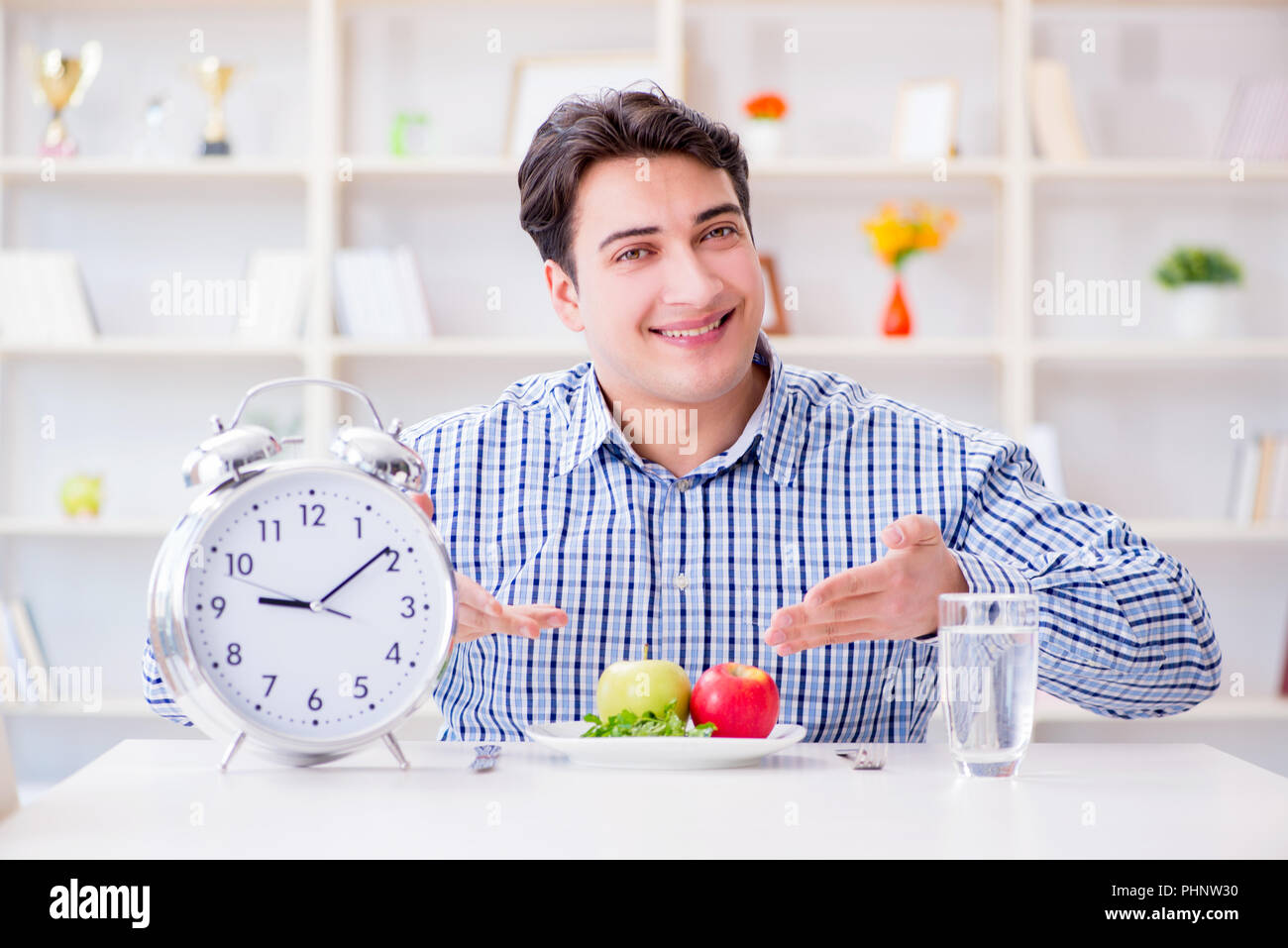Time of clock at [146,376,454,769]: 9:09
